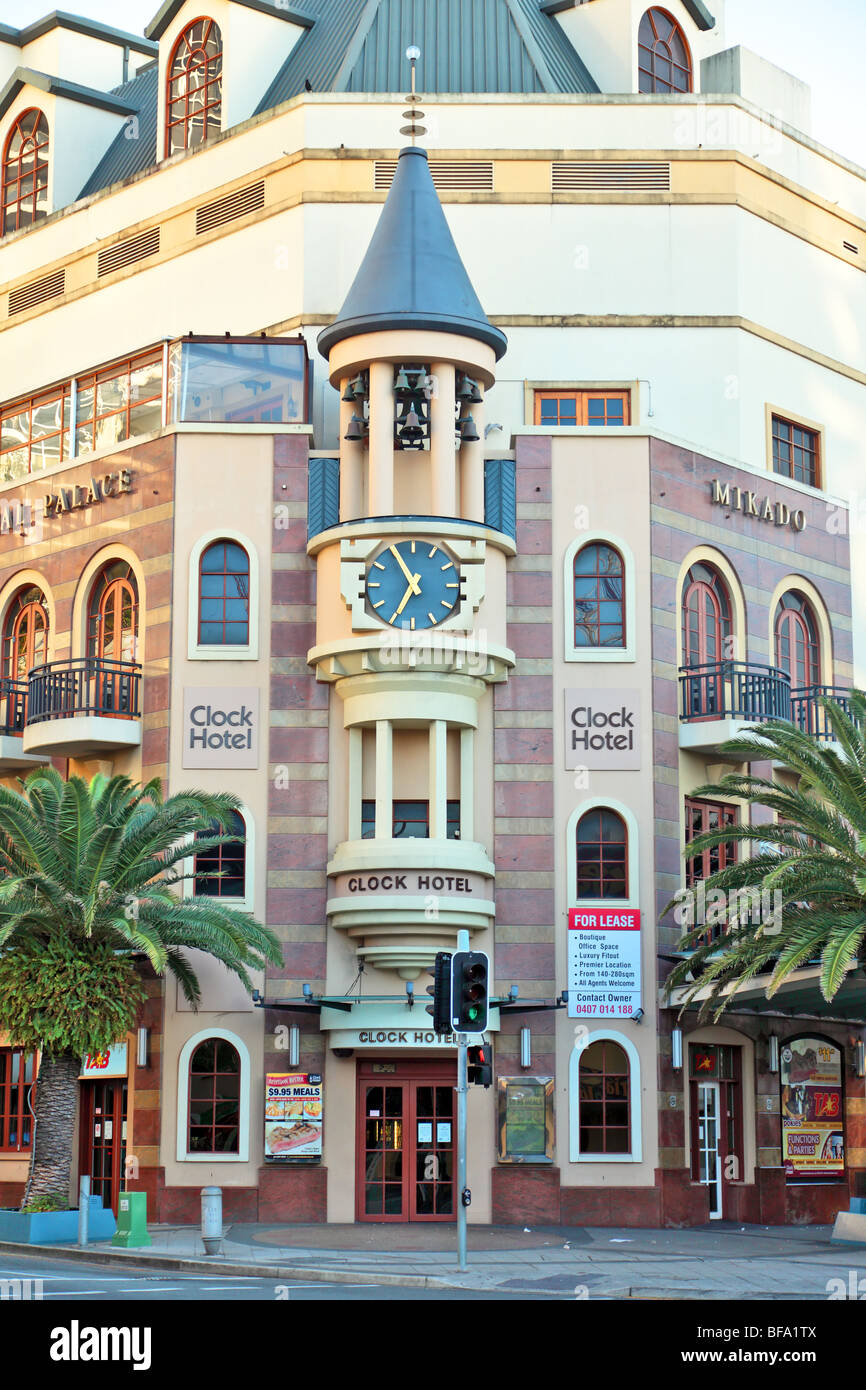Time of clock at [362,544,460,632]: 6:55
